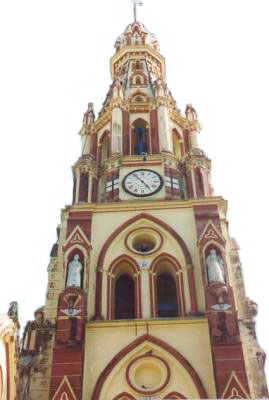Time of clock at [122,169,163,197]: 4:53
